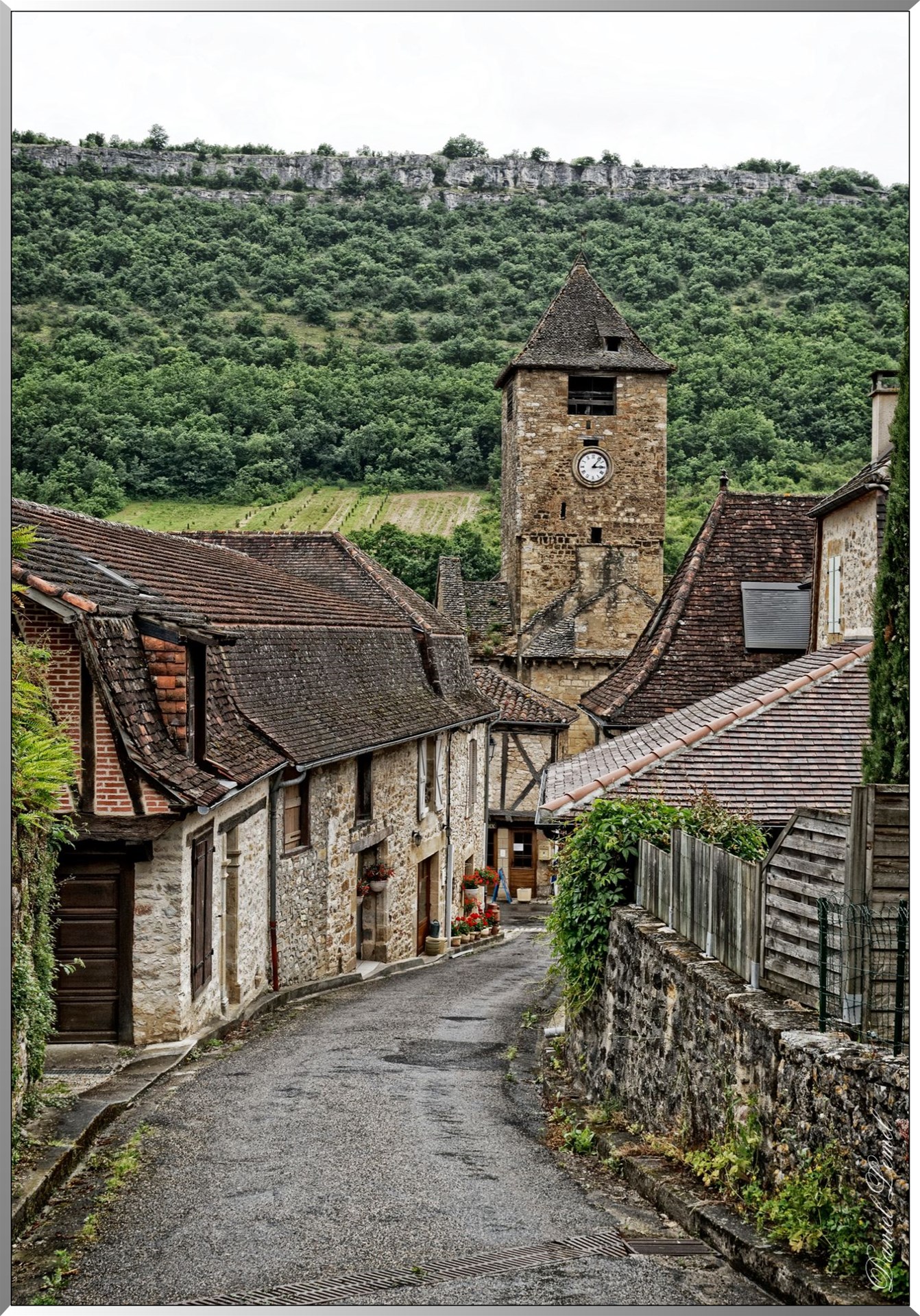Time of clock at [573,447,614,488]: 3:06
